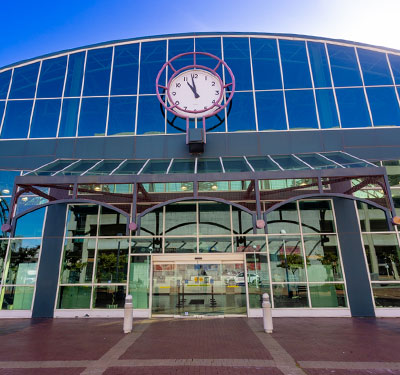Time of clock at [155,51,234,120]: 10:58
